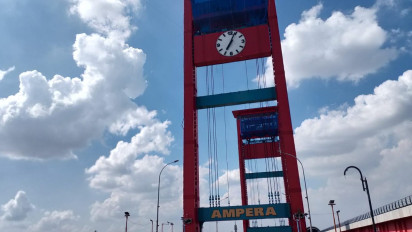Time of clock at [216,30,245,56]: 7:04
